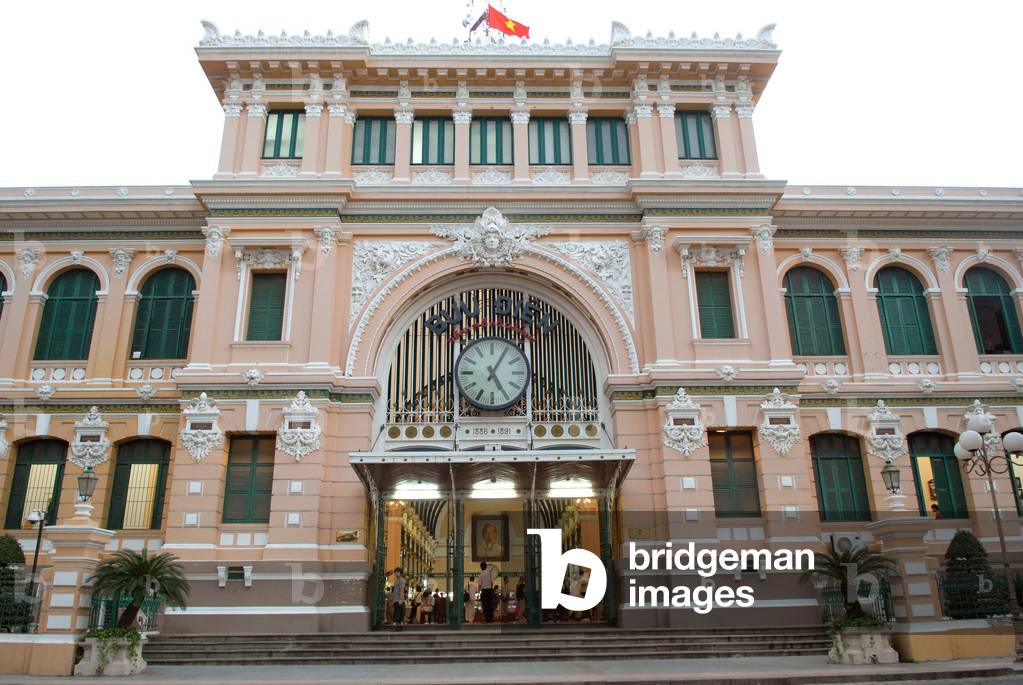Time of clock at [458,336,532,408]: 5:05
